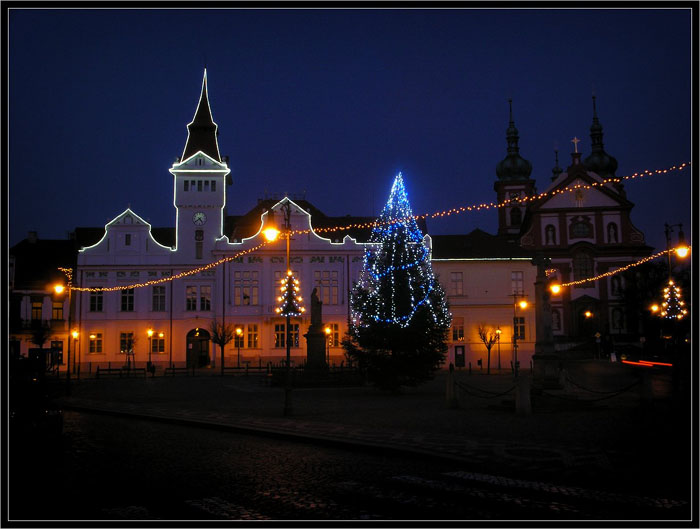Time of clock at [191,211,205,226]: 4:38
